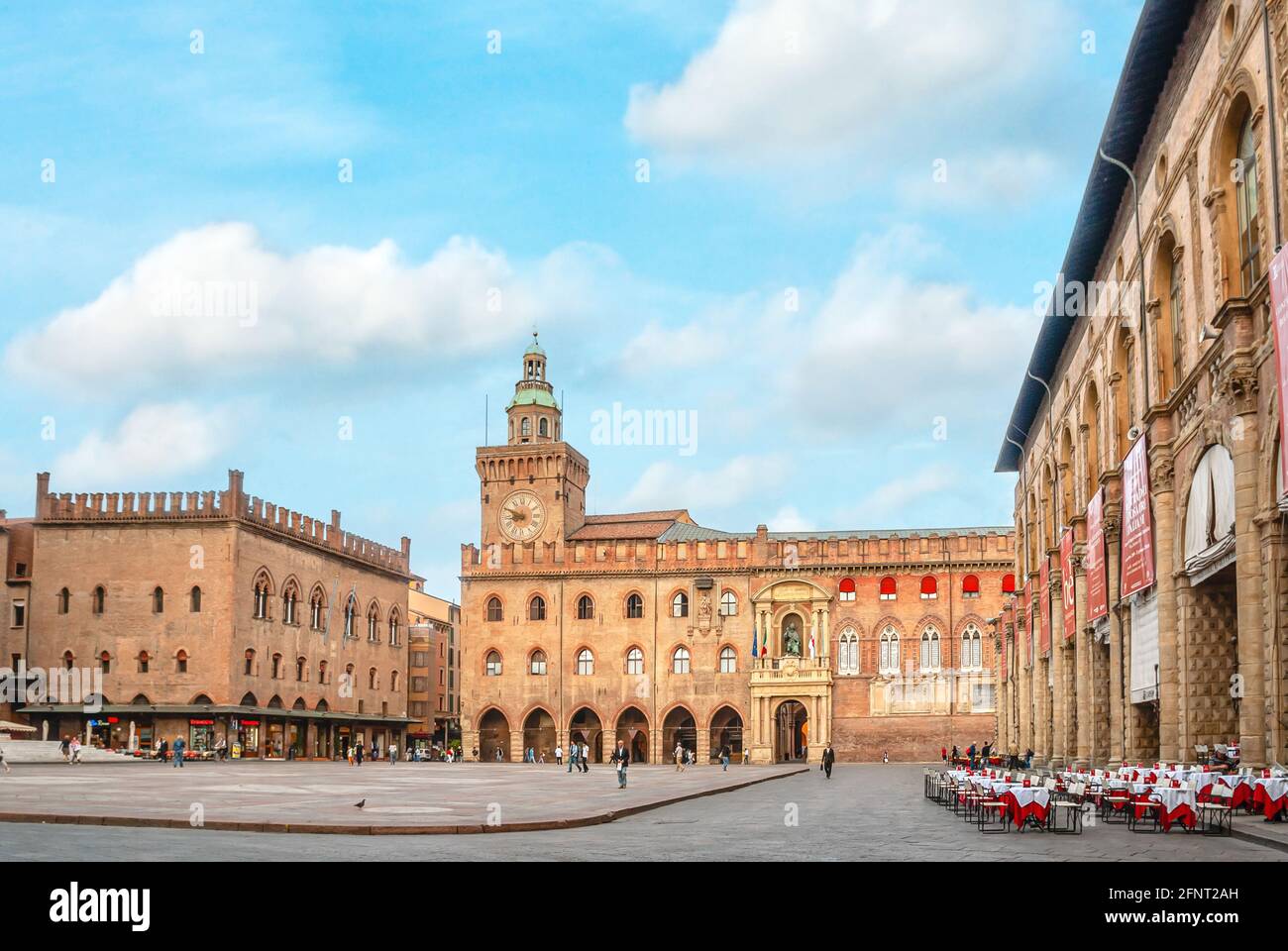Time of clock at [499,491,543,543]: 8:48
